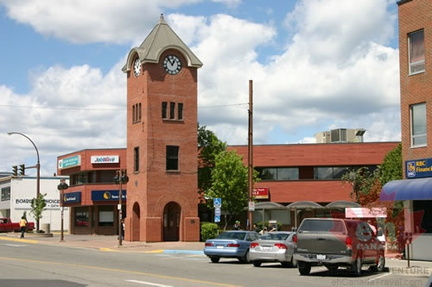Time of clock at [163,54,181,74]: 12:53
